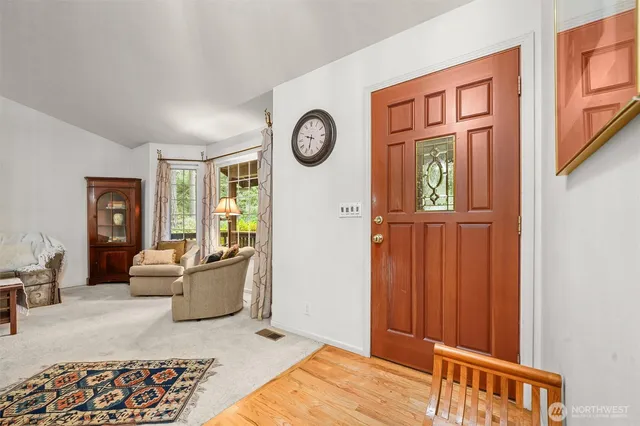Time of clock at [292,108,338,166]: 9:32
